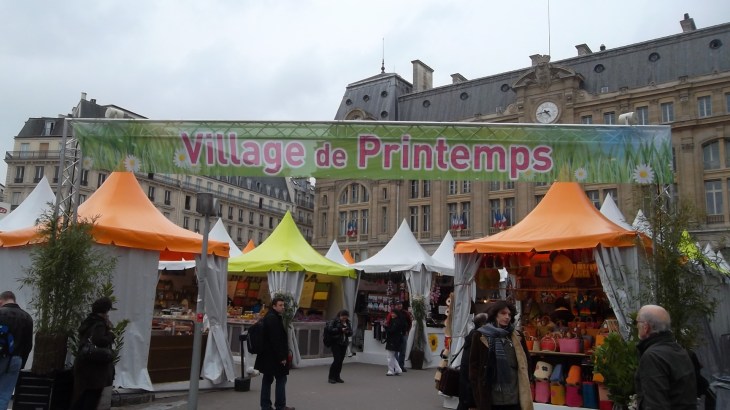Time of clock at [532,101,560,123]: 4:42
